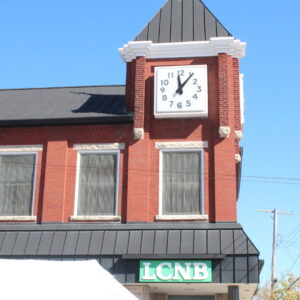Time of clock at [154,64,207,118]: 12:06
